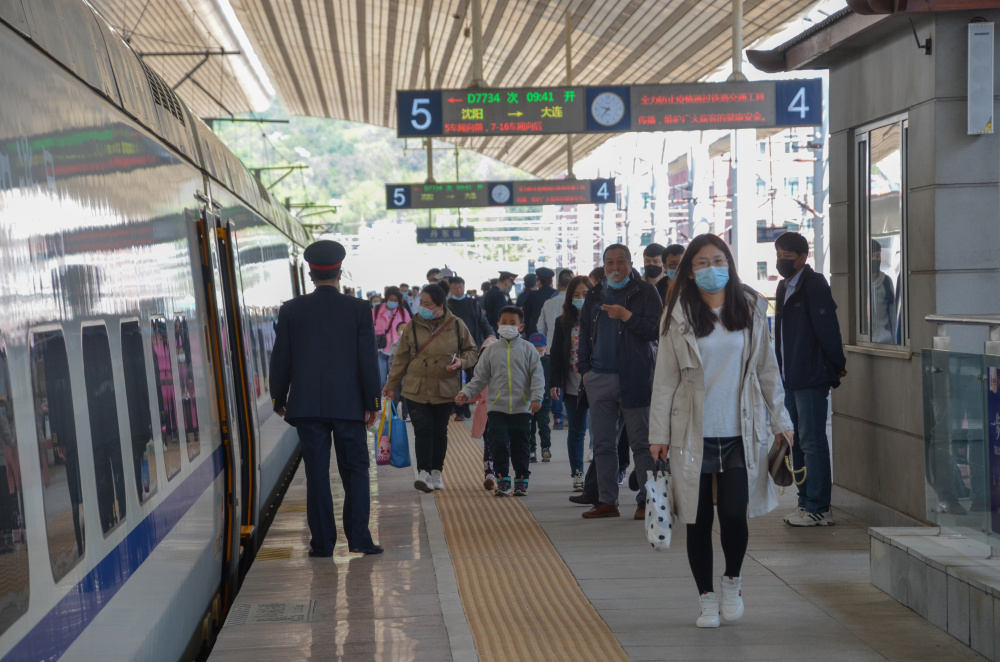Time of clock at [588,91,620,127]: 9:36
